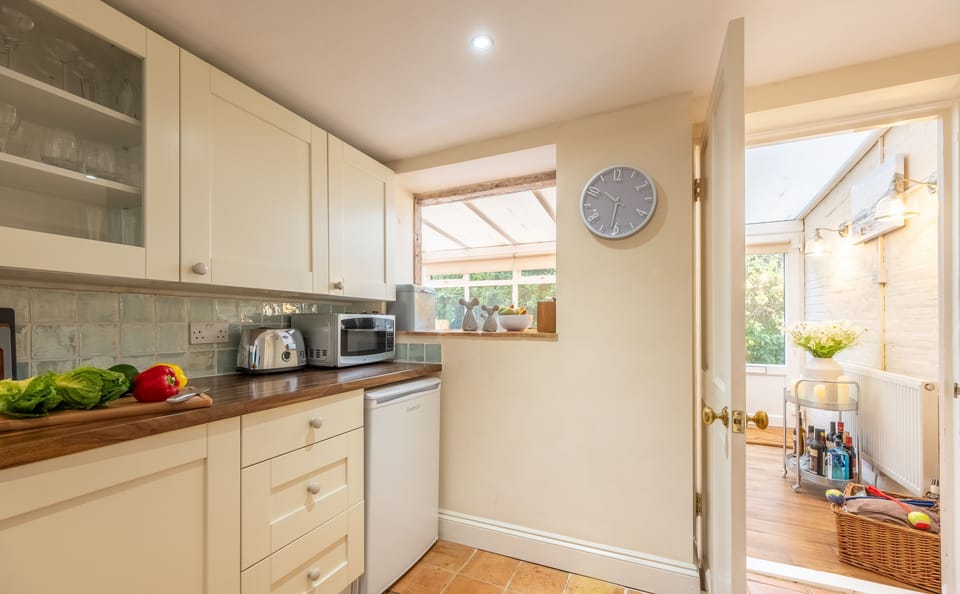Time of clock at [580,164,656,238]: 10:32
